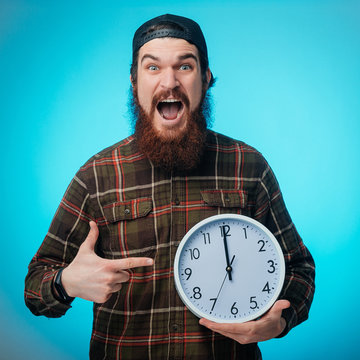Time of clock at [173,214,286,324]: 11:59
